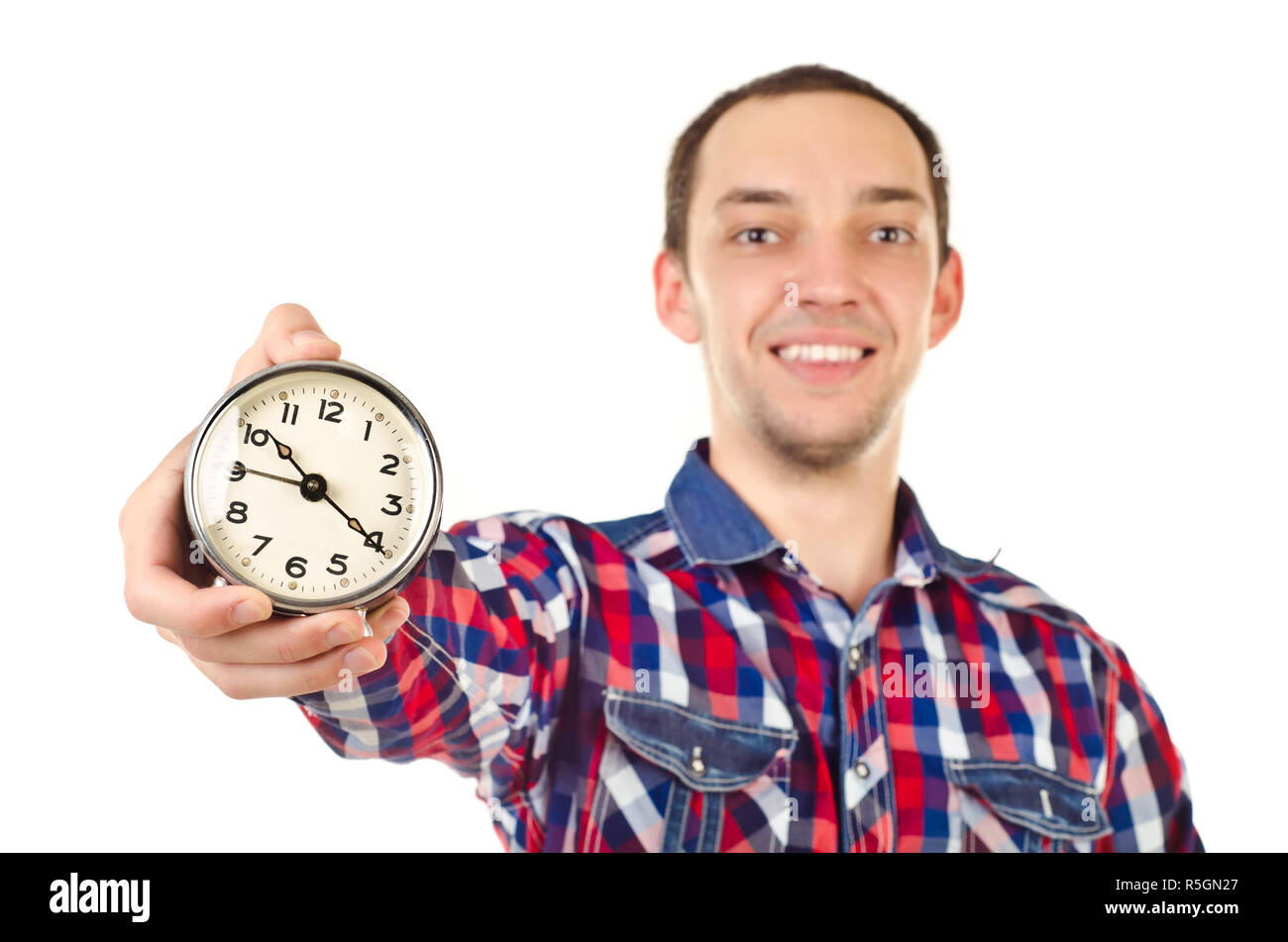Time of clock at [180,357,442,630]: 10:20
